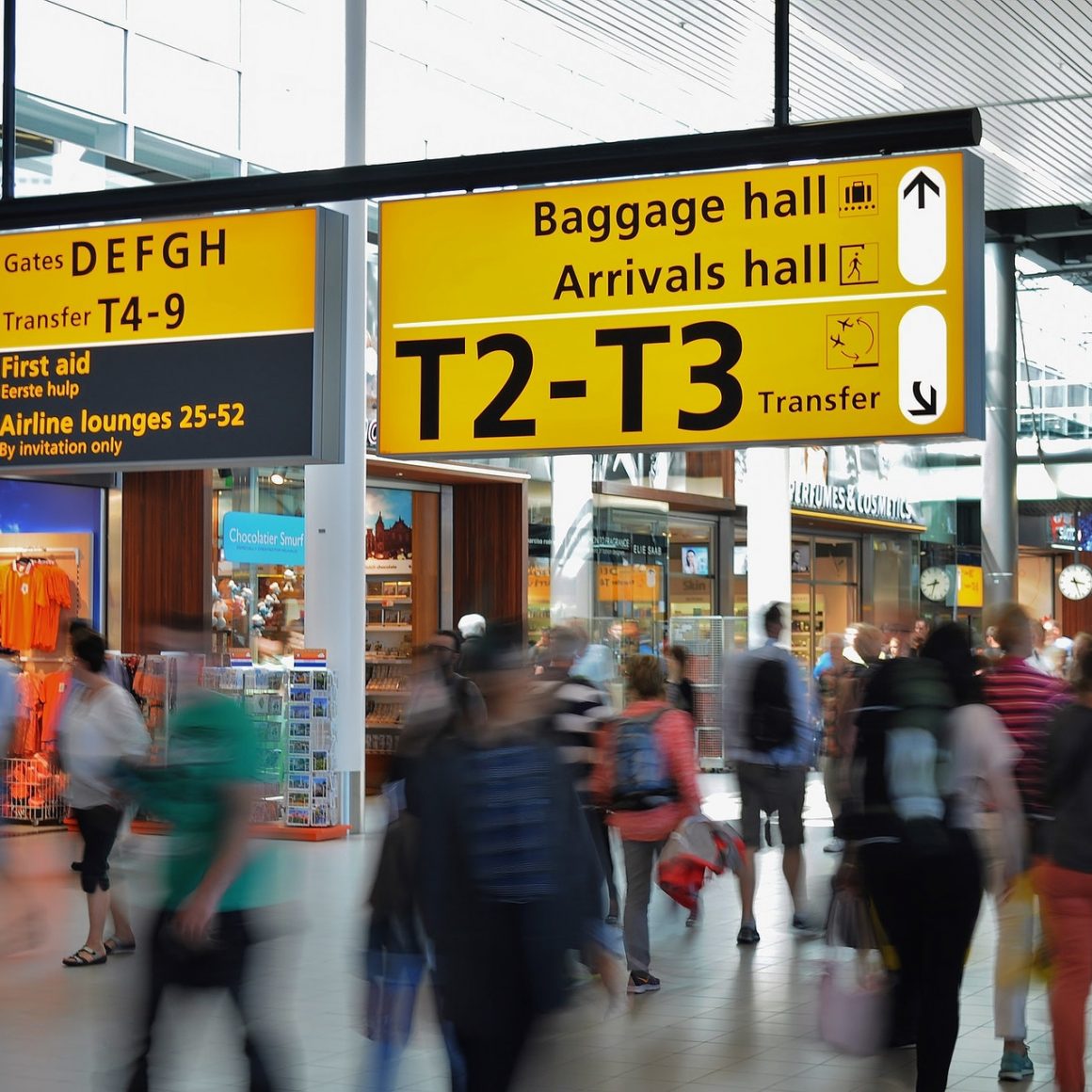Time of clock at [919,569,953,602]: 8:33
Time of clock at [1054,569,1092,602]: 3:27
